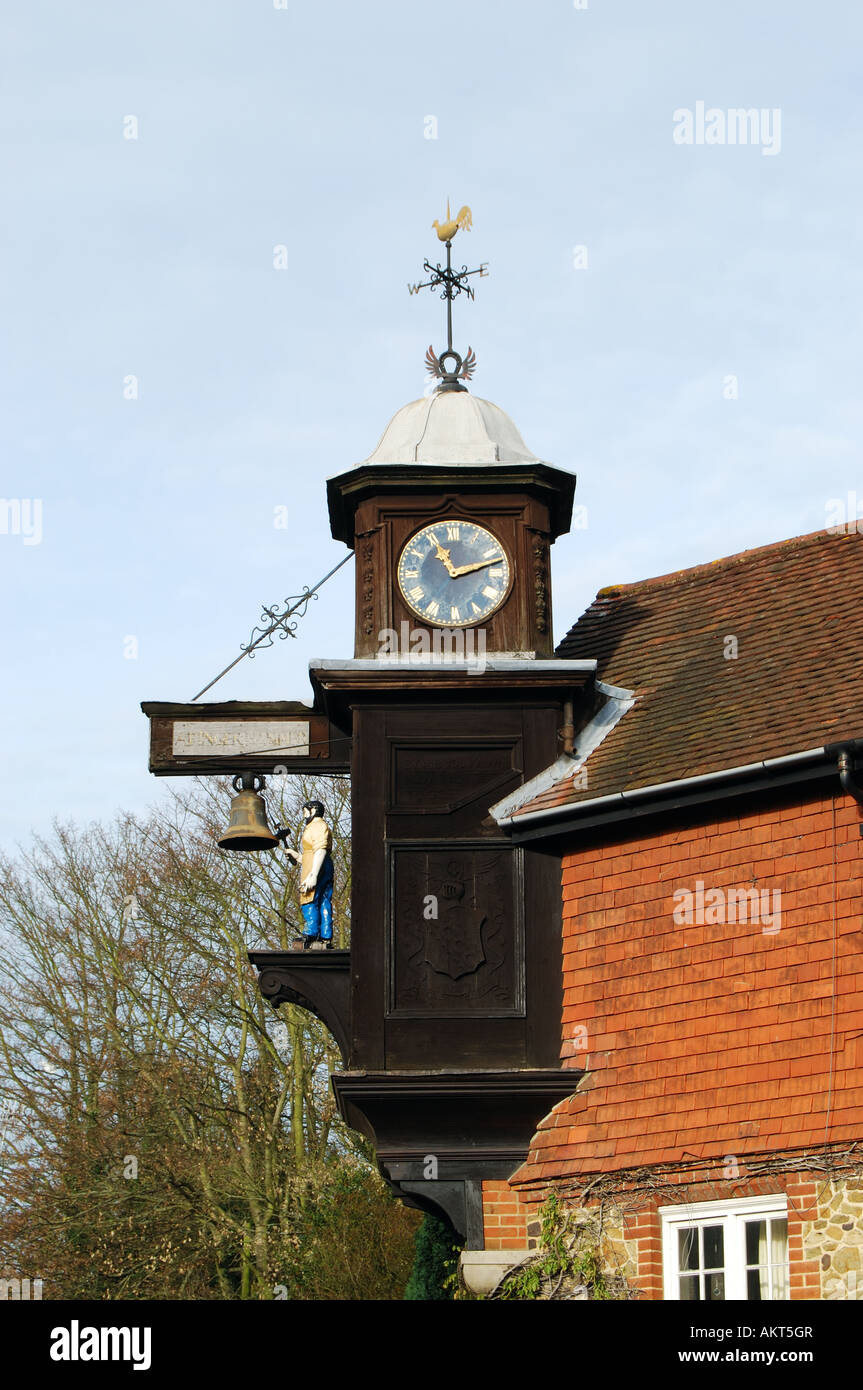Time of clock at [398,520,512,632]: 11:12
